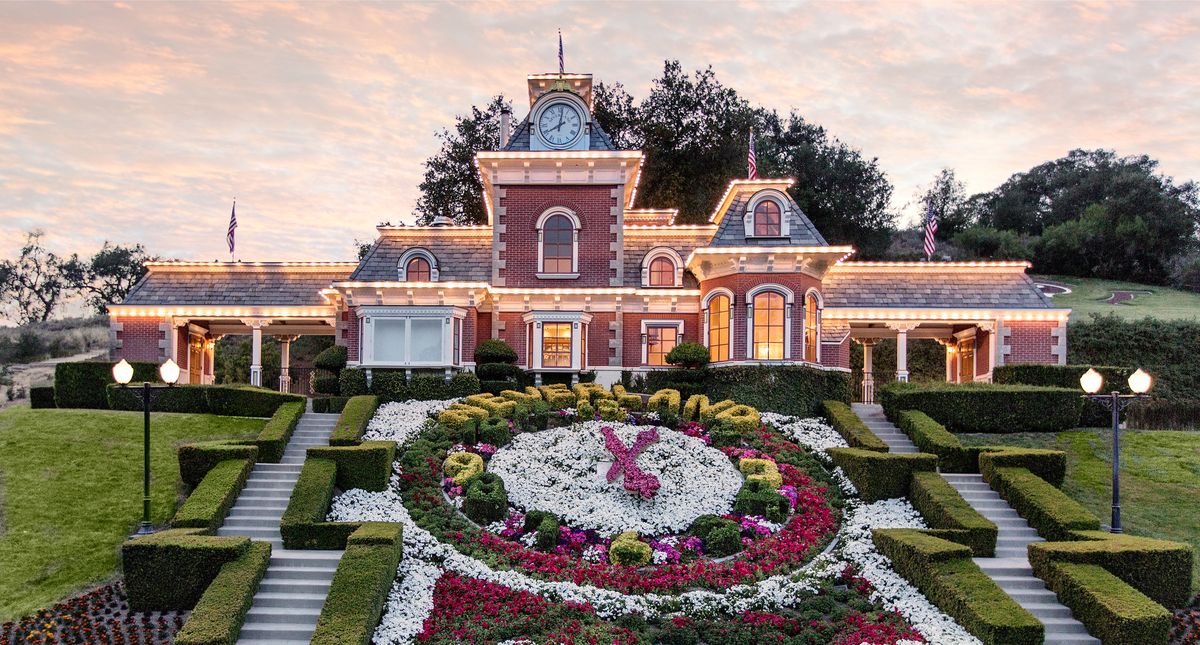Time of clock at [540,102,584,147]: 8:01
